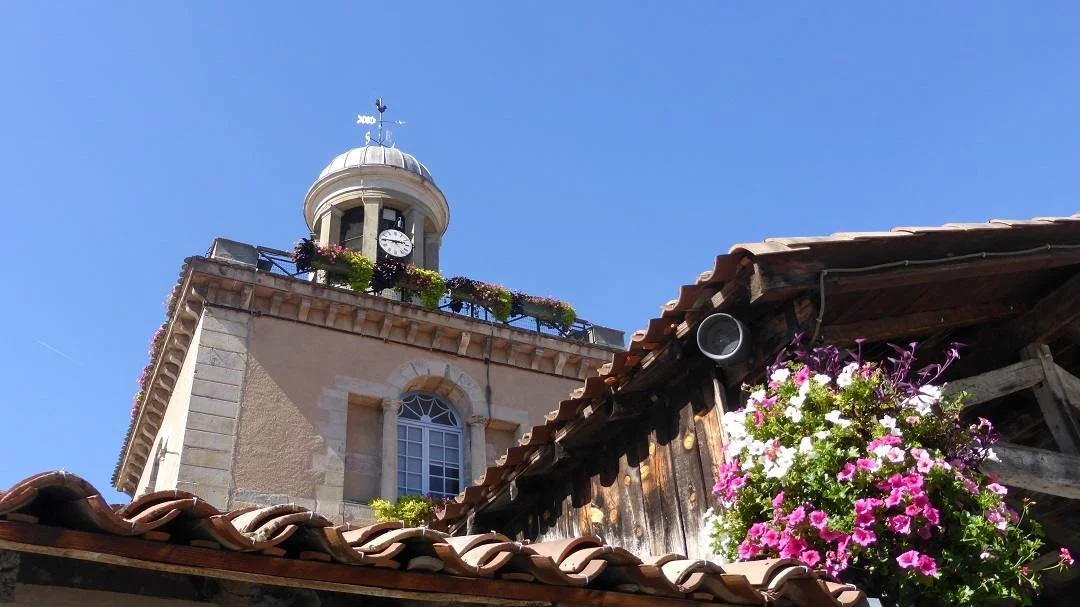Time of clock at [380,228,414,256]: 2:45
